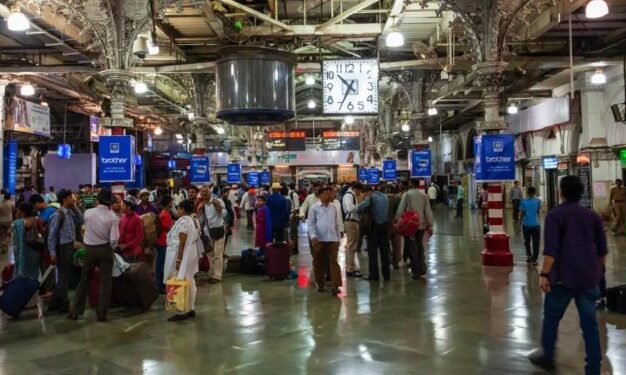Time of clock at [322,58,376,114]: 10:34
